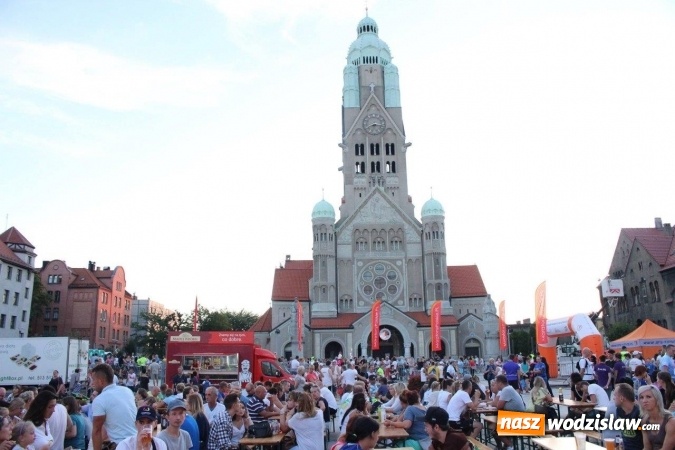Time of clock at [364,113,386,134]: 8:16
